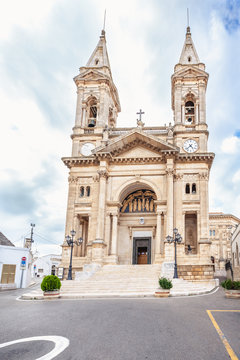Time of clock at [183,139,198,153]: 4:37
